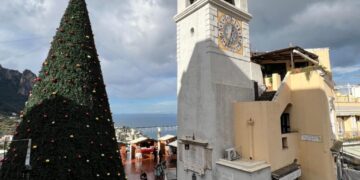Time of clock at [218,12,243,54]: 12:33
